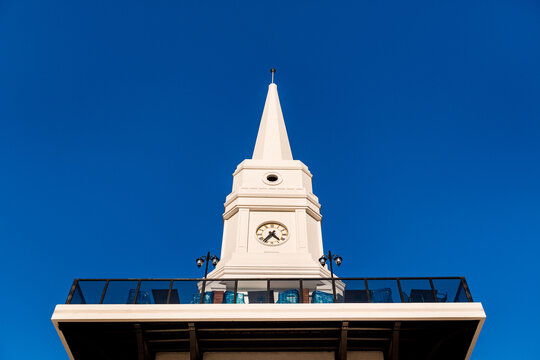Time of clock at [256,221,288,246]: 4:36
